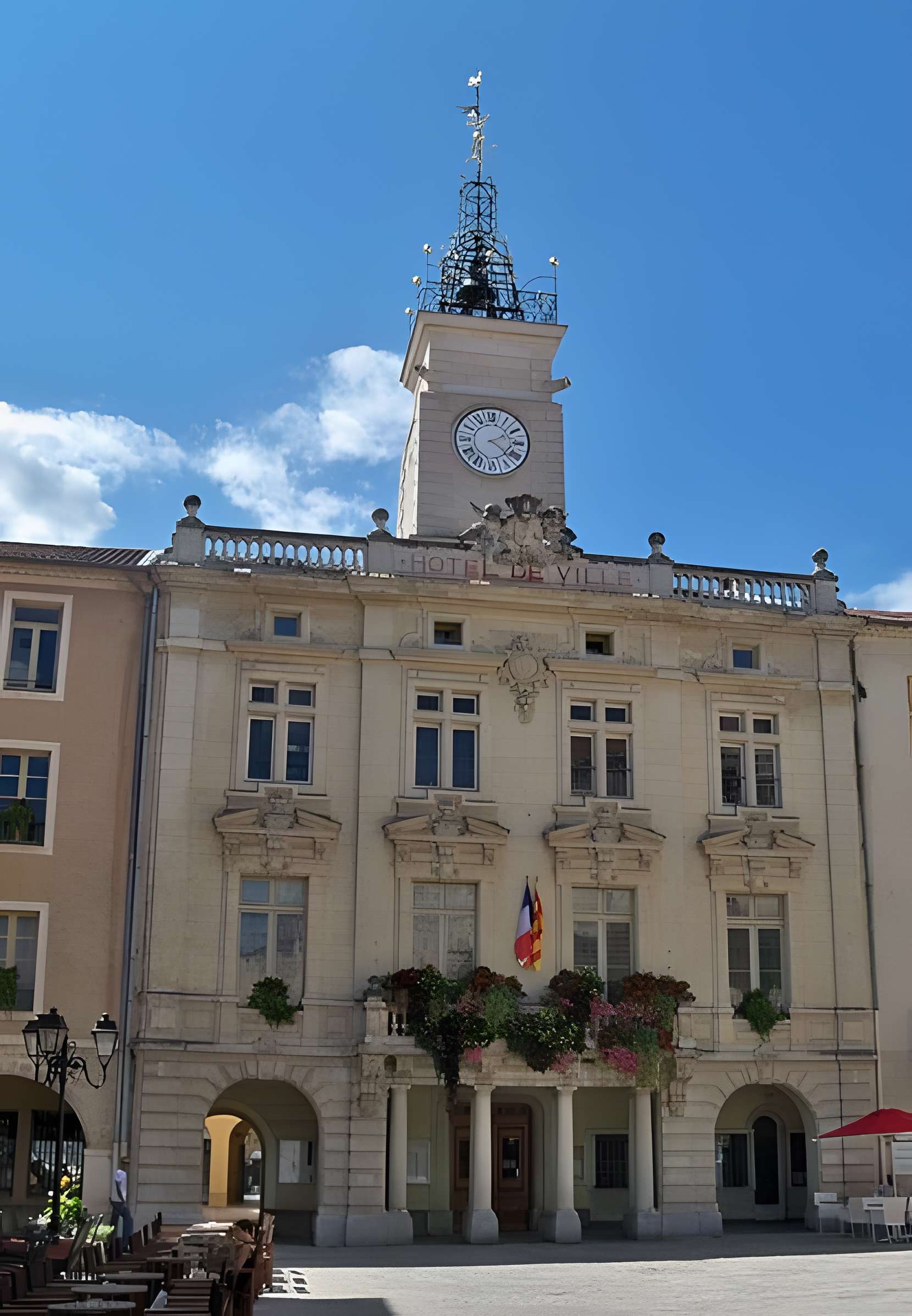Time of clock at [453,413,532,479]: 2:21
